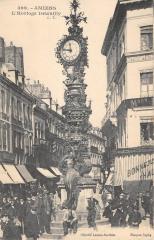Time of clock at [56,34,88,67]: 11:46
